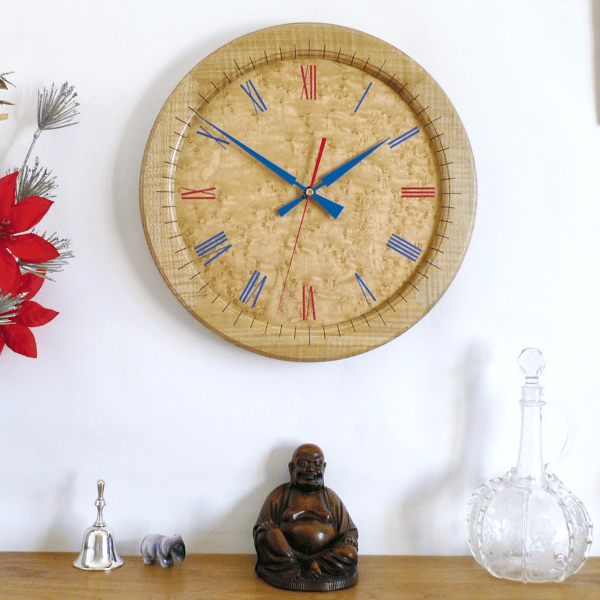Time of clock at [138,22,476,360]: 1:50
